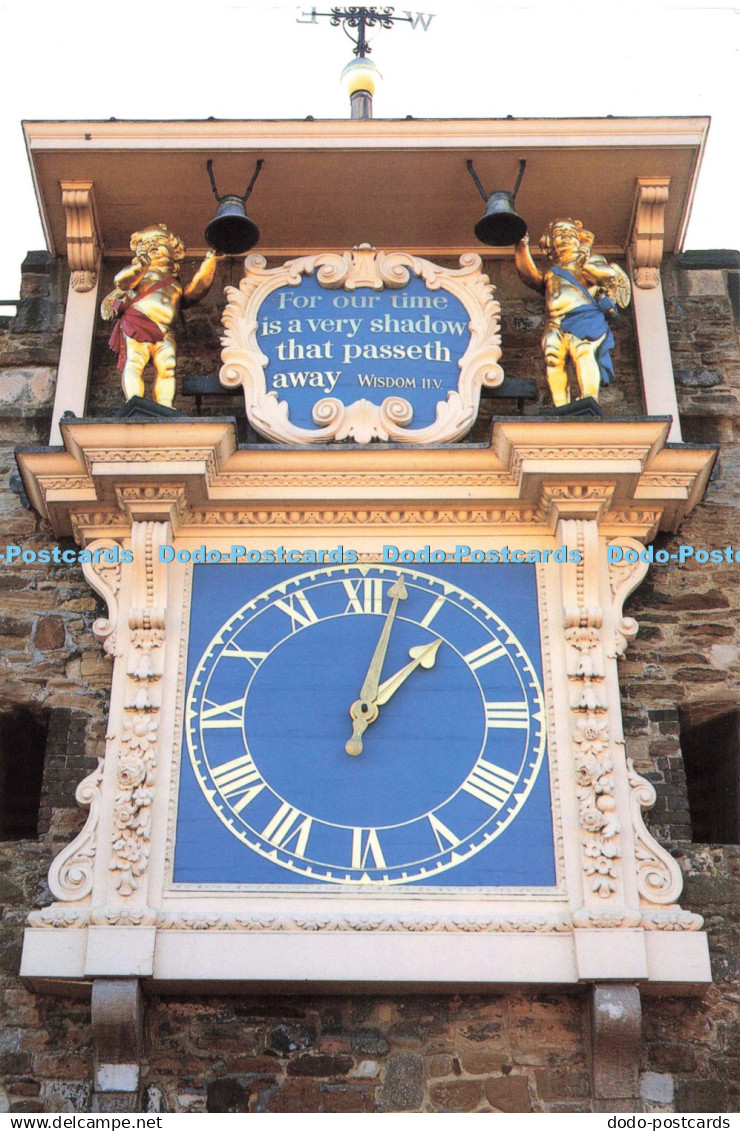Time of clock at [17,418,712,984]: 1:02
